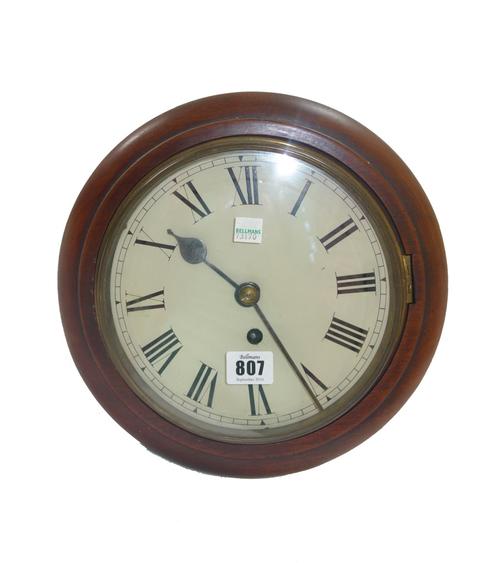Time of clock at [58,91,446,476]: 10:25
